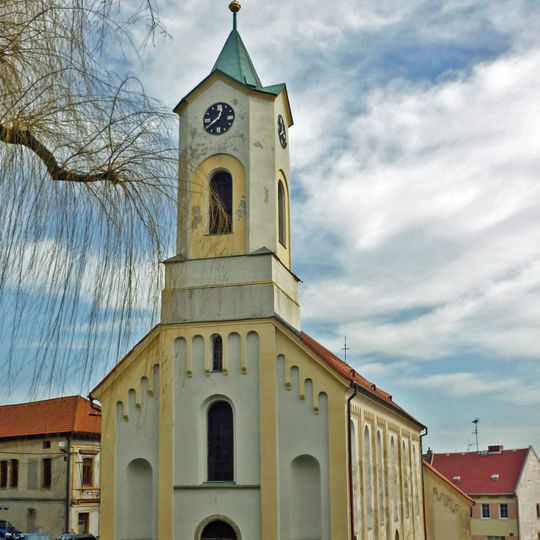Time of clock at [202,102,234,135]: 12:38
